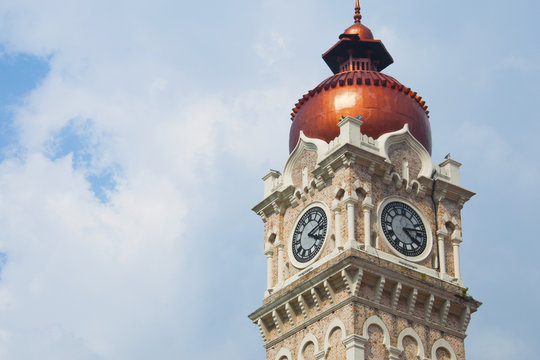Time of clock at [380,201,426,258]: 4:13
